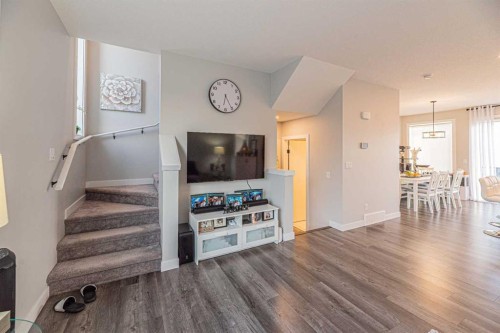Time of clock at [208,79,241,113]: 6:25
